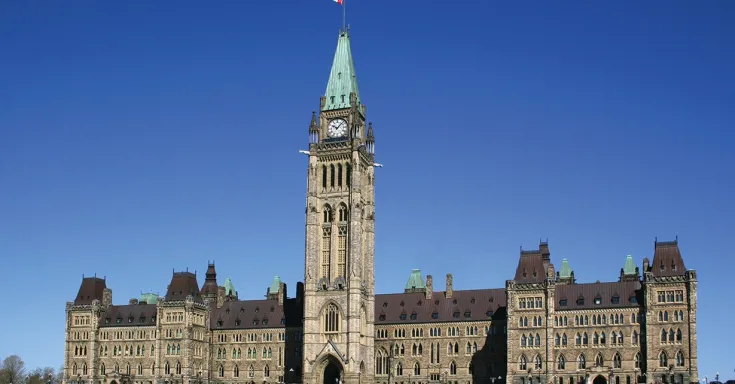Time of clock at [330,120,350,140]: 10:07
